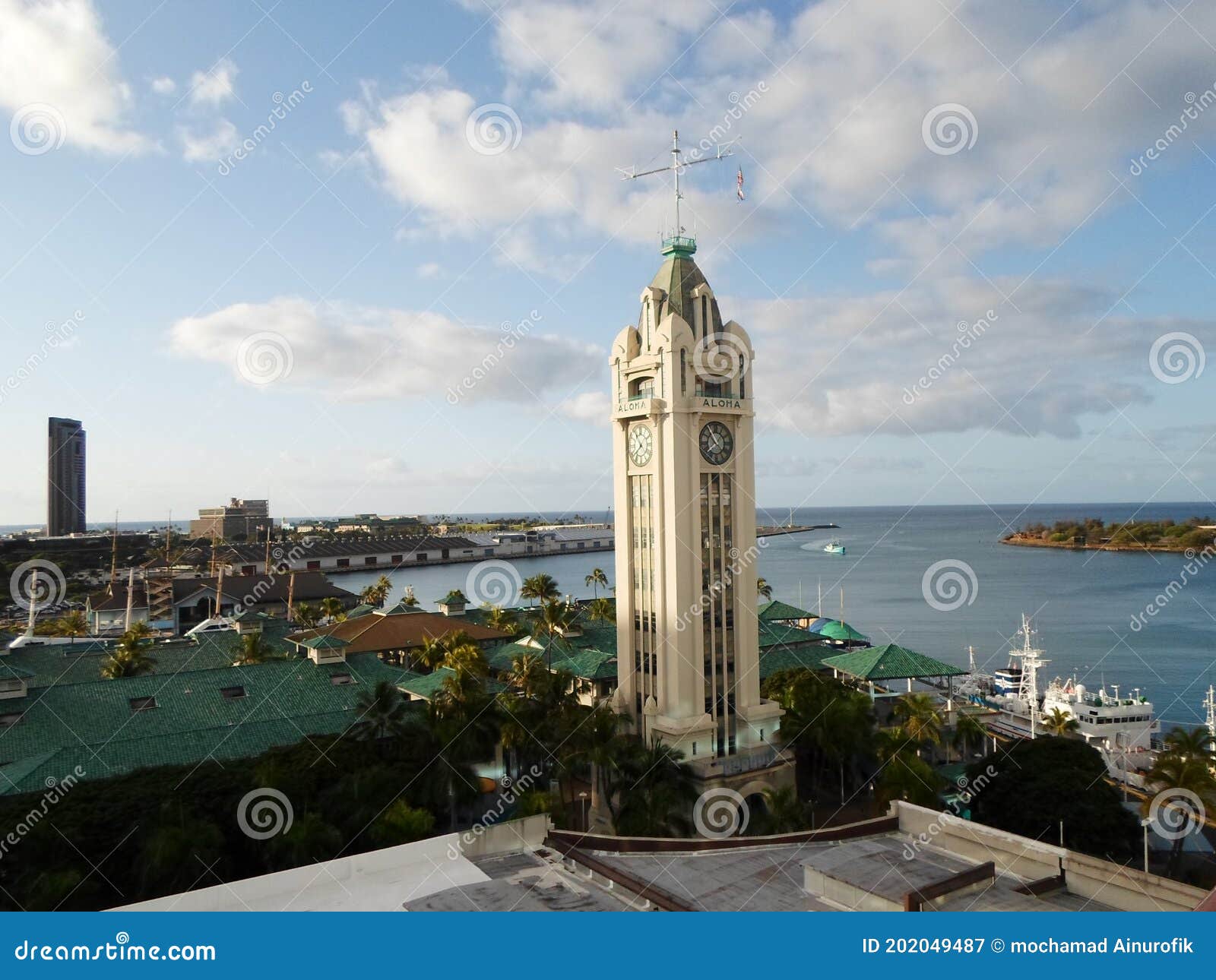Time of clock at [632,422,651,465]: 10:38
